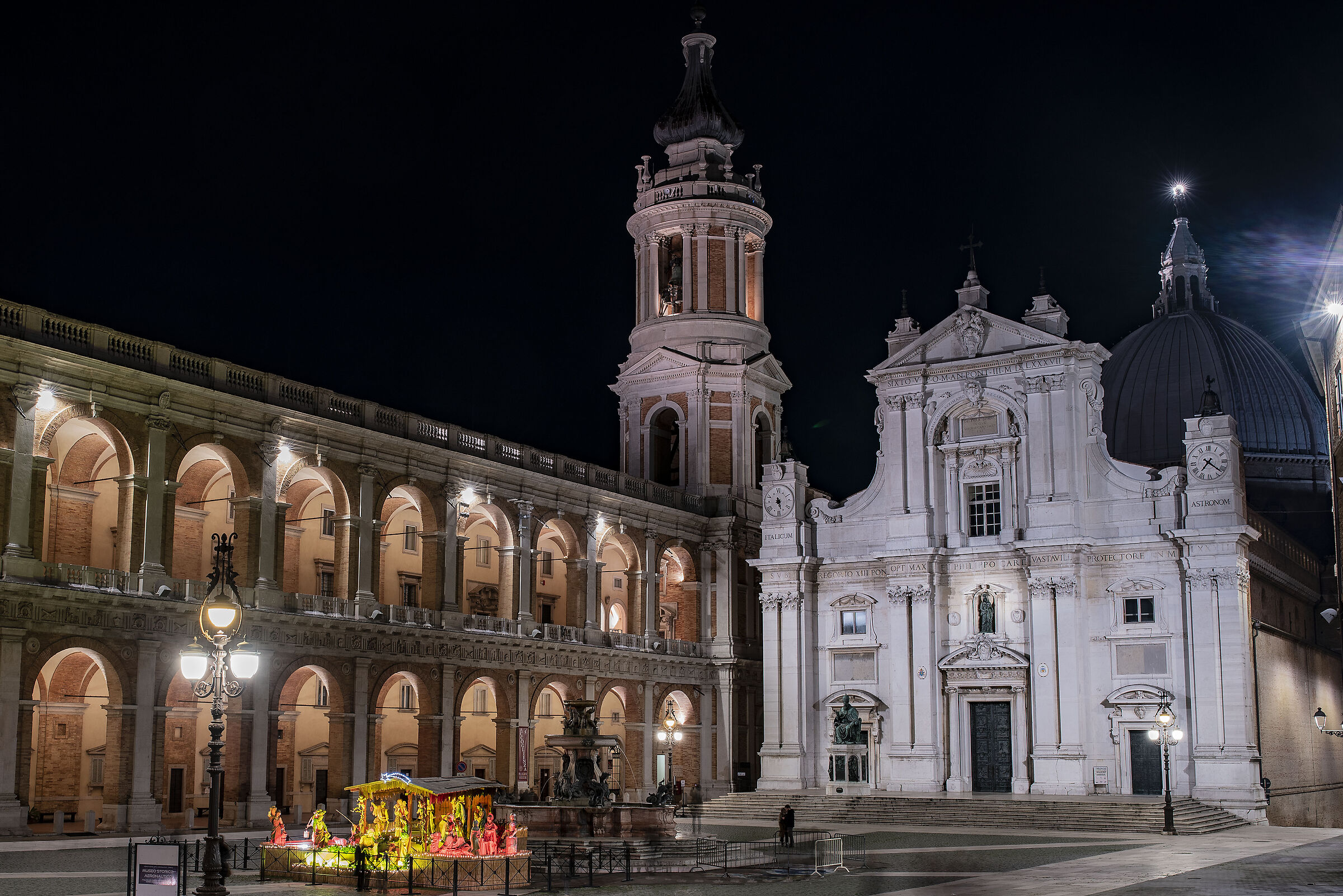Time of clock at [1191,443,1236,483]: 7:21
